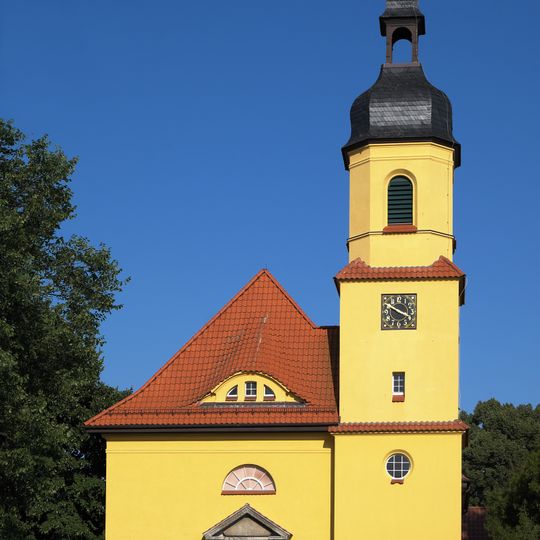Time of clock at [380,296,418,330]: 3:50
